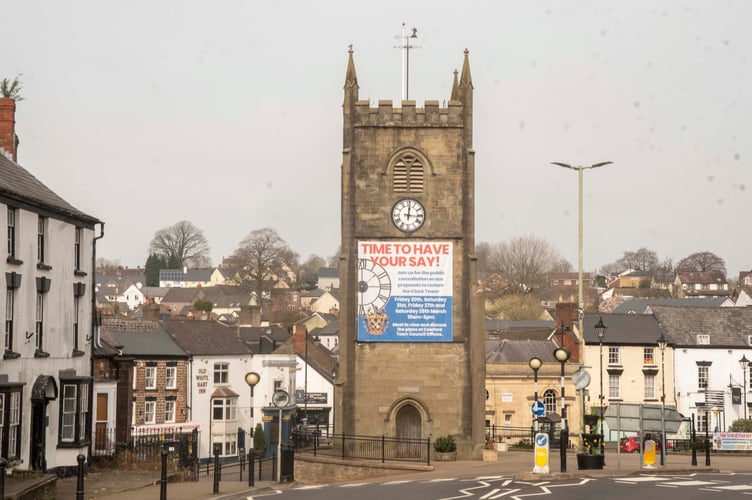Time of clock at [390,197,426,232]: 12:16
